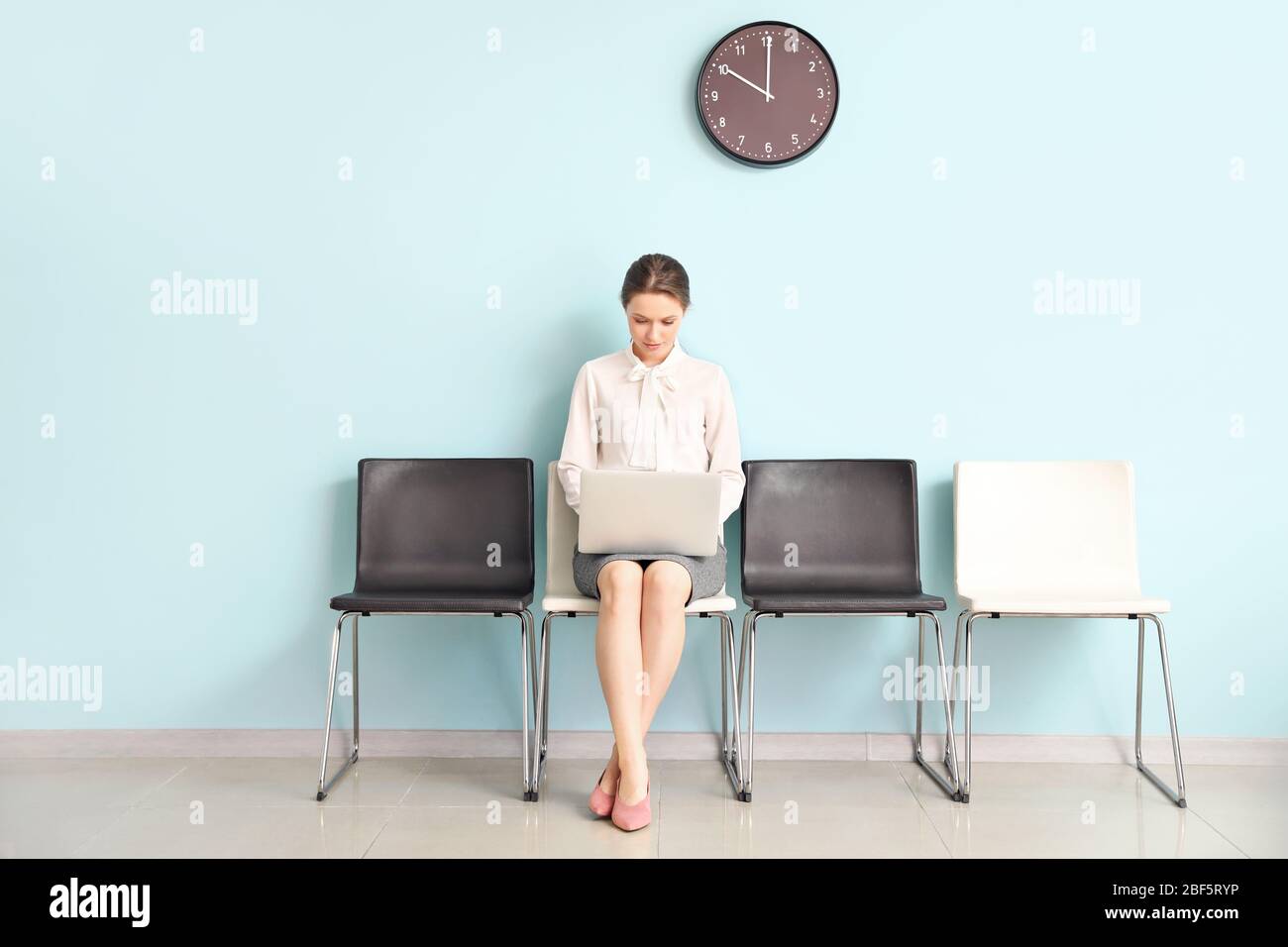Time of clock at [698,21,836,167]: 10:00
